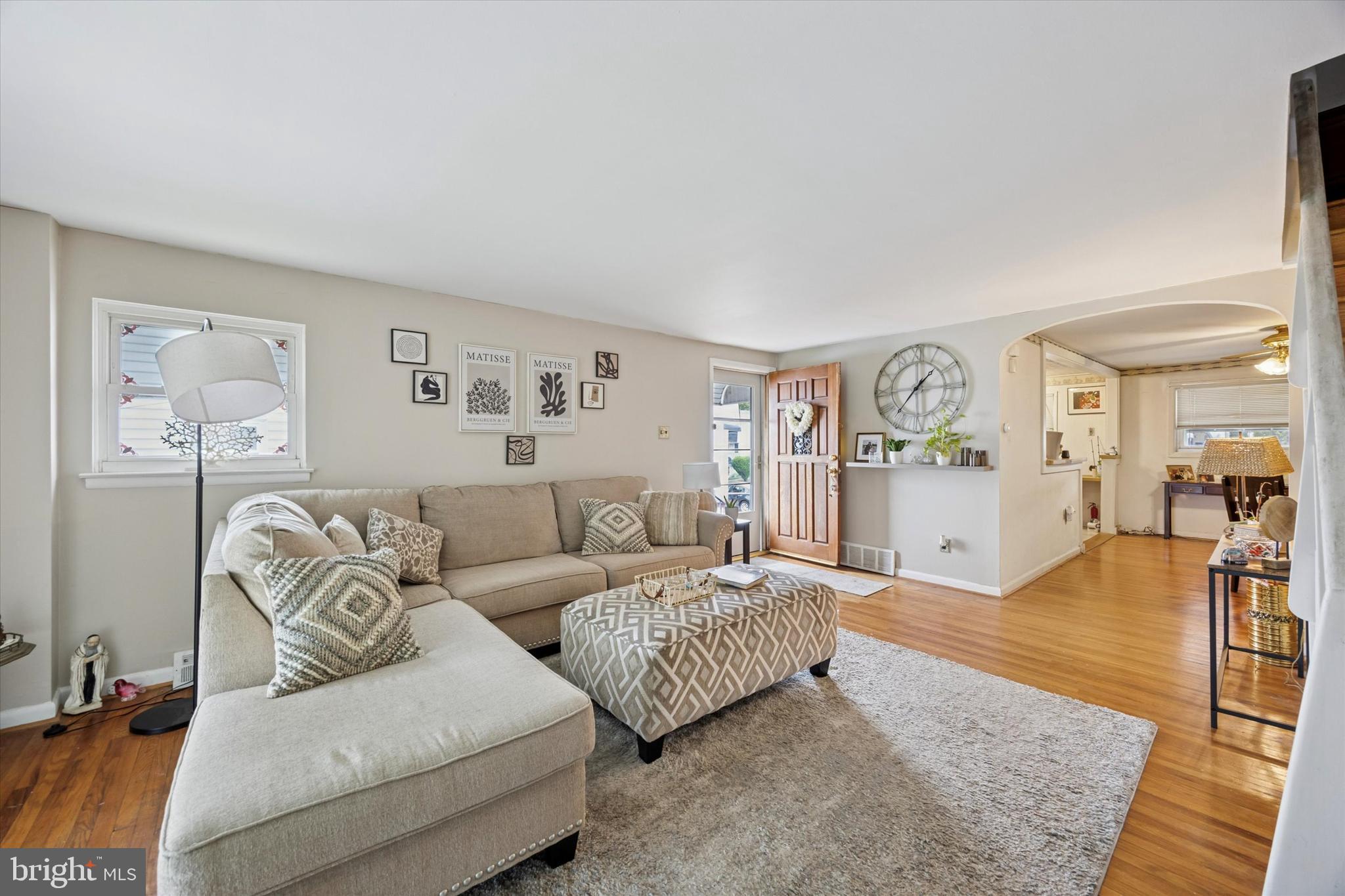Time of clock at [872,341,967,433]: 1:36
